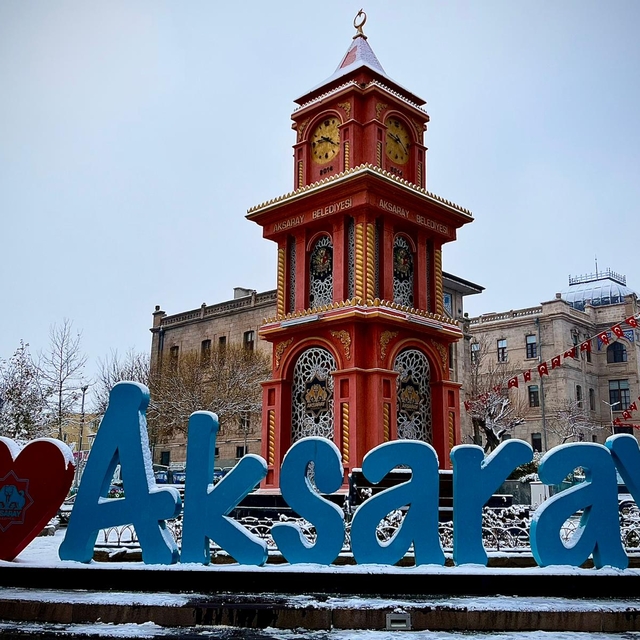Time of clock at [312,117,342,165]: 9:20
